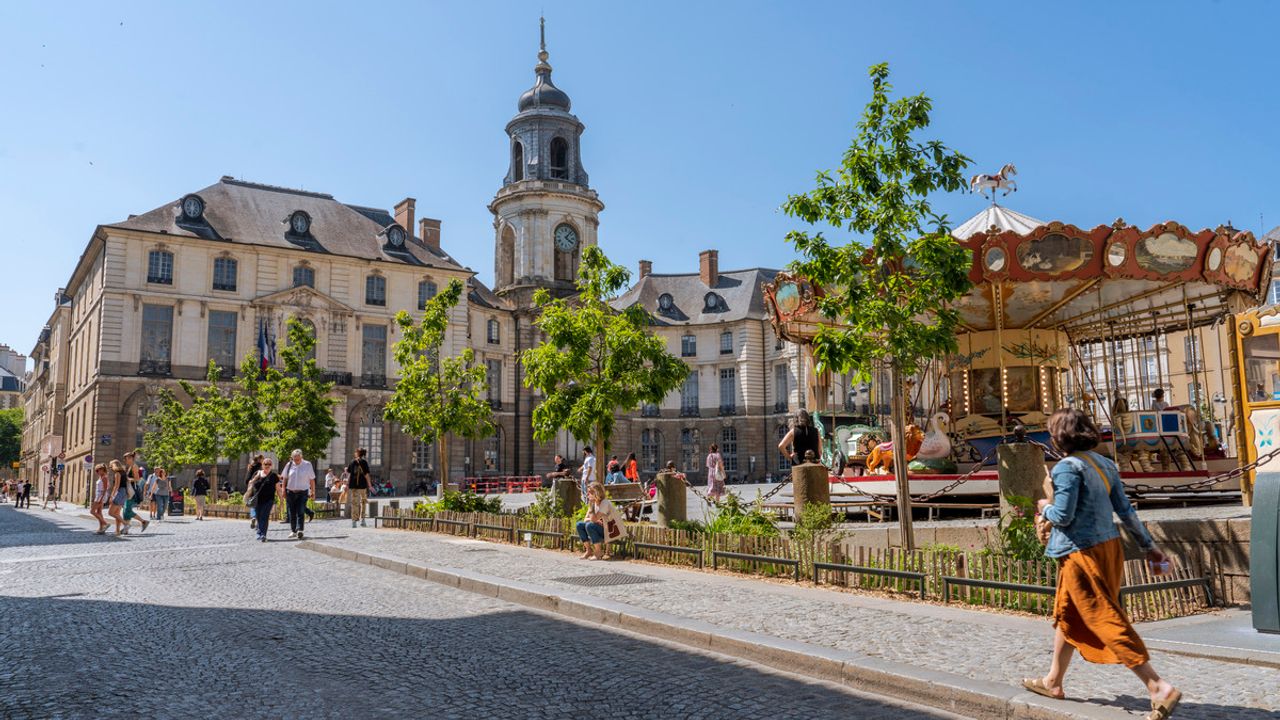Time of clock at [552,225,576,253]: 4:06
